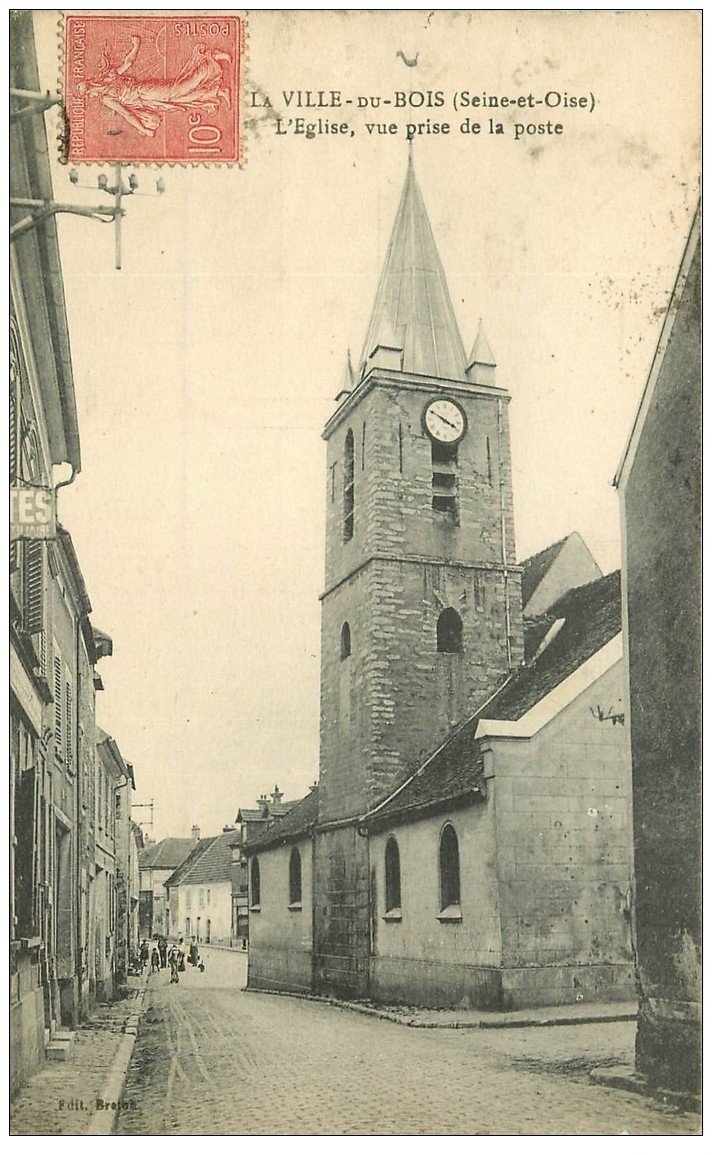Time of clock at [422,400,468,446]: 3:49
